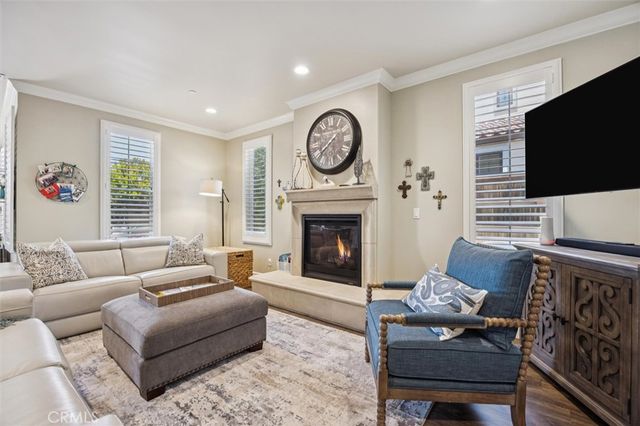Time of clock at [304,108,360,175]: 7:37
